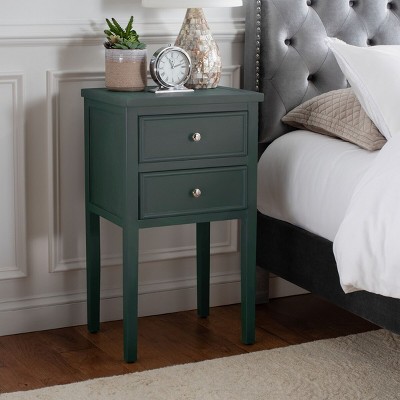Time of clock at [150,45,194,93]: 11:12
